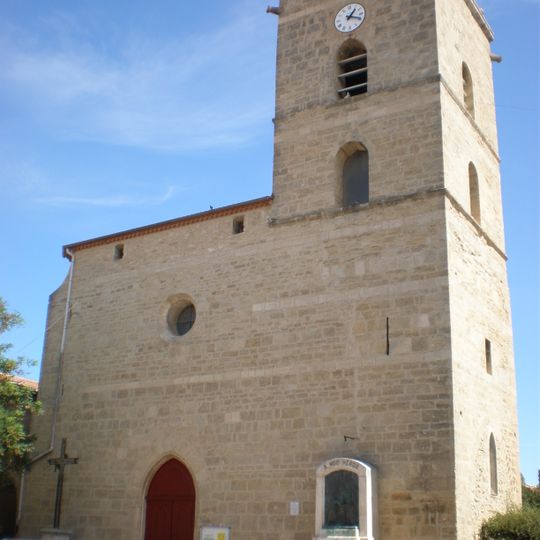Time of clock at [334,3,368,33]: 1:18
